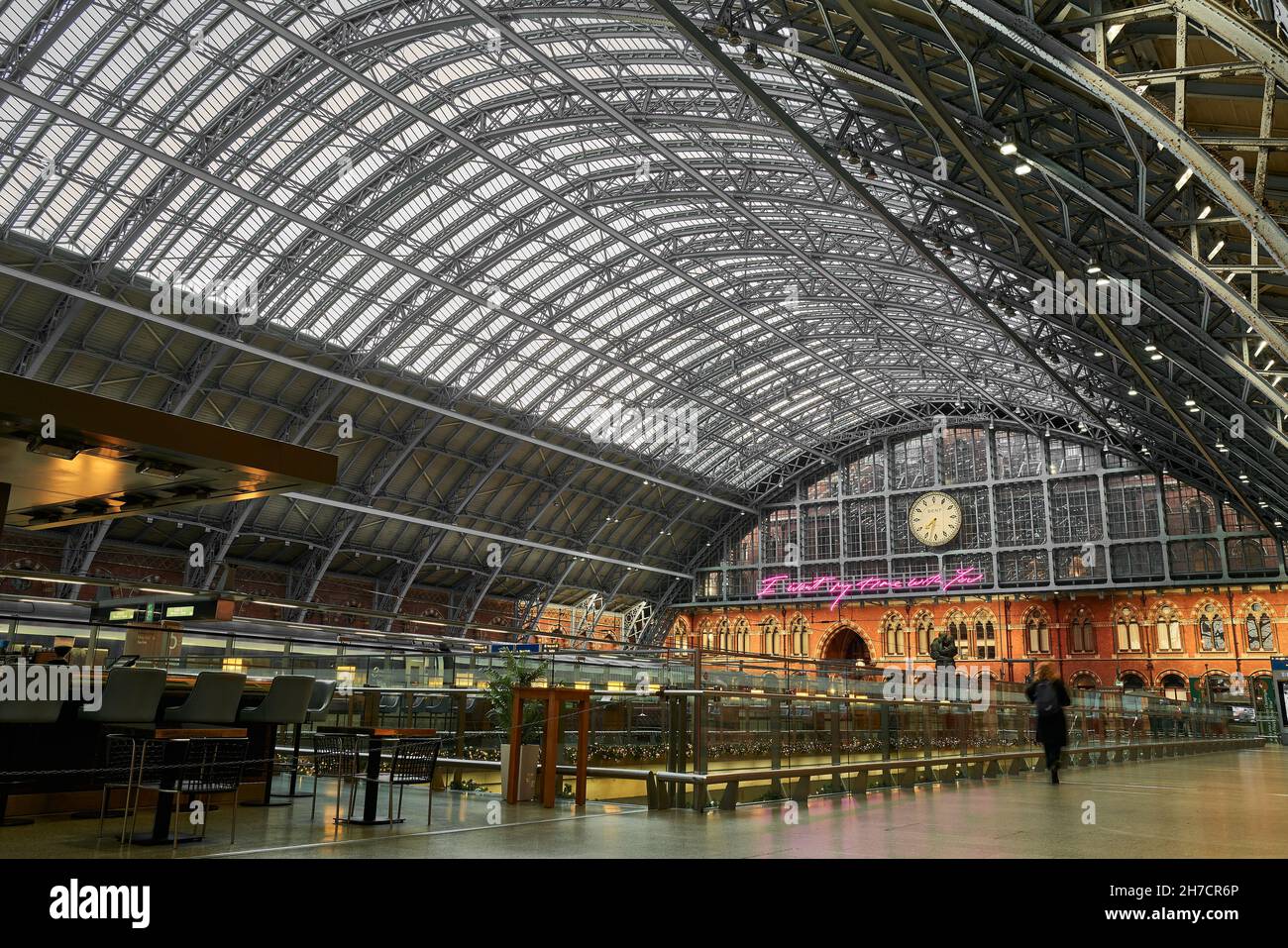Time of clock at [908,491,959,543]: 7:32
